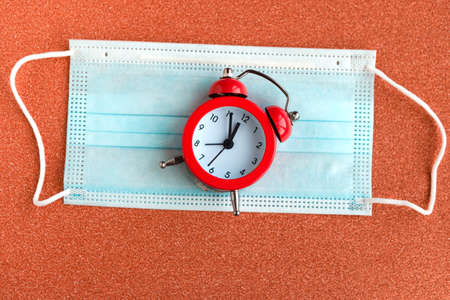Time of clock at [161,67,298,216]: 1:00
